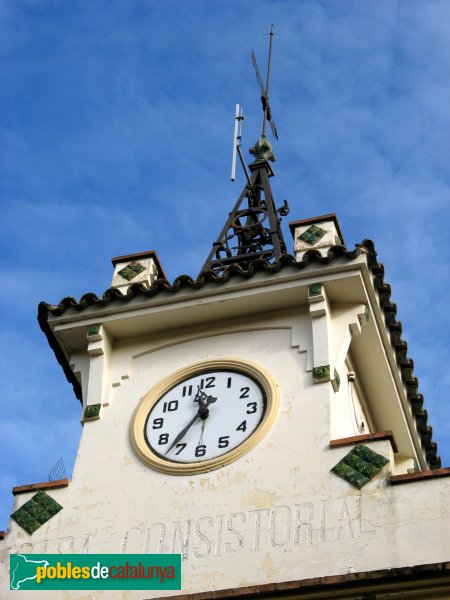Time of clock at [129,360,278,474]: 11:36
